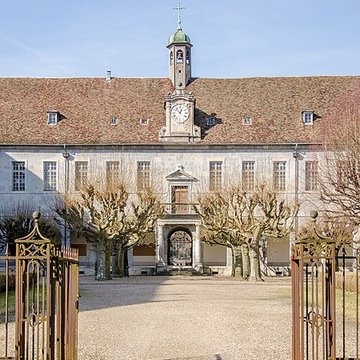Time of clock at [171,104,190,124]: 12:52
